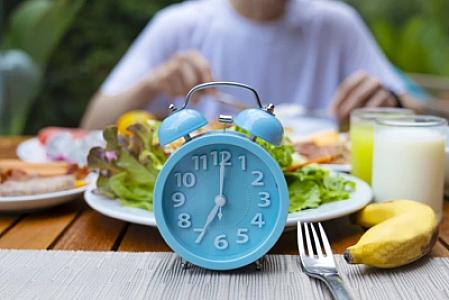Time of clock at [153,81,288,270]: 7:00
